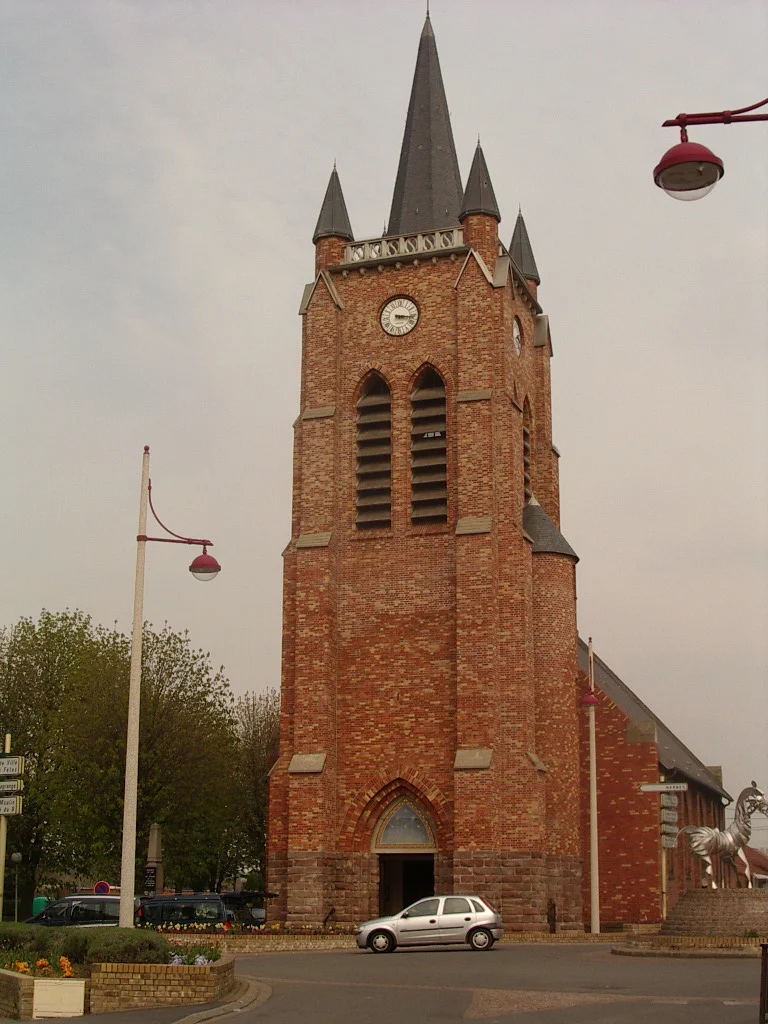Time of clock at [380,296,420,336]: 3:16
